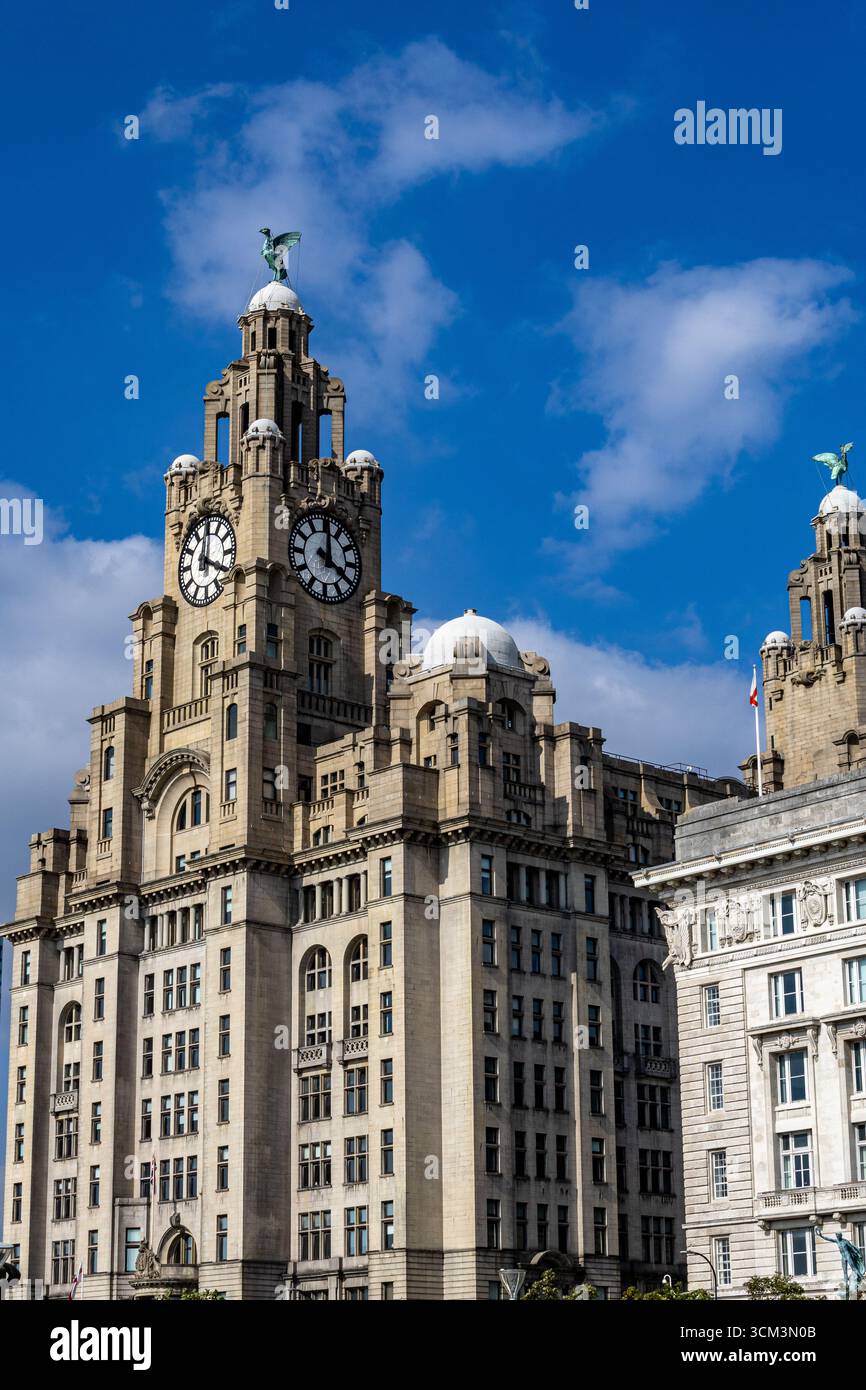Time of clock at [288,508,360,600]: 4:00
